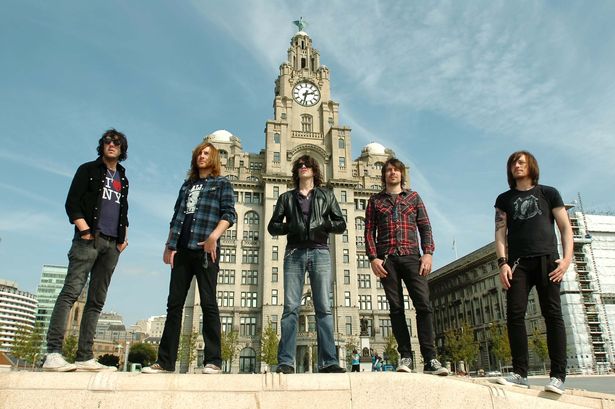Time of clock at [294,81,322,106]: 2:32
